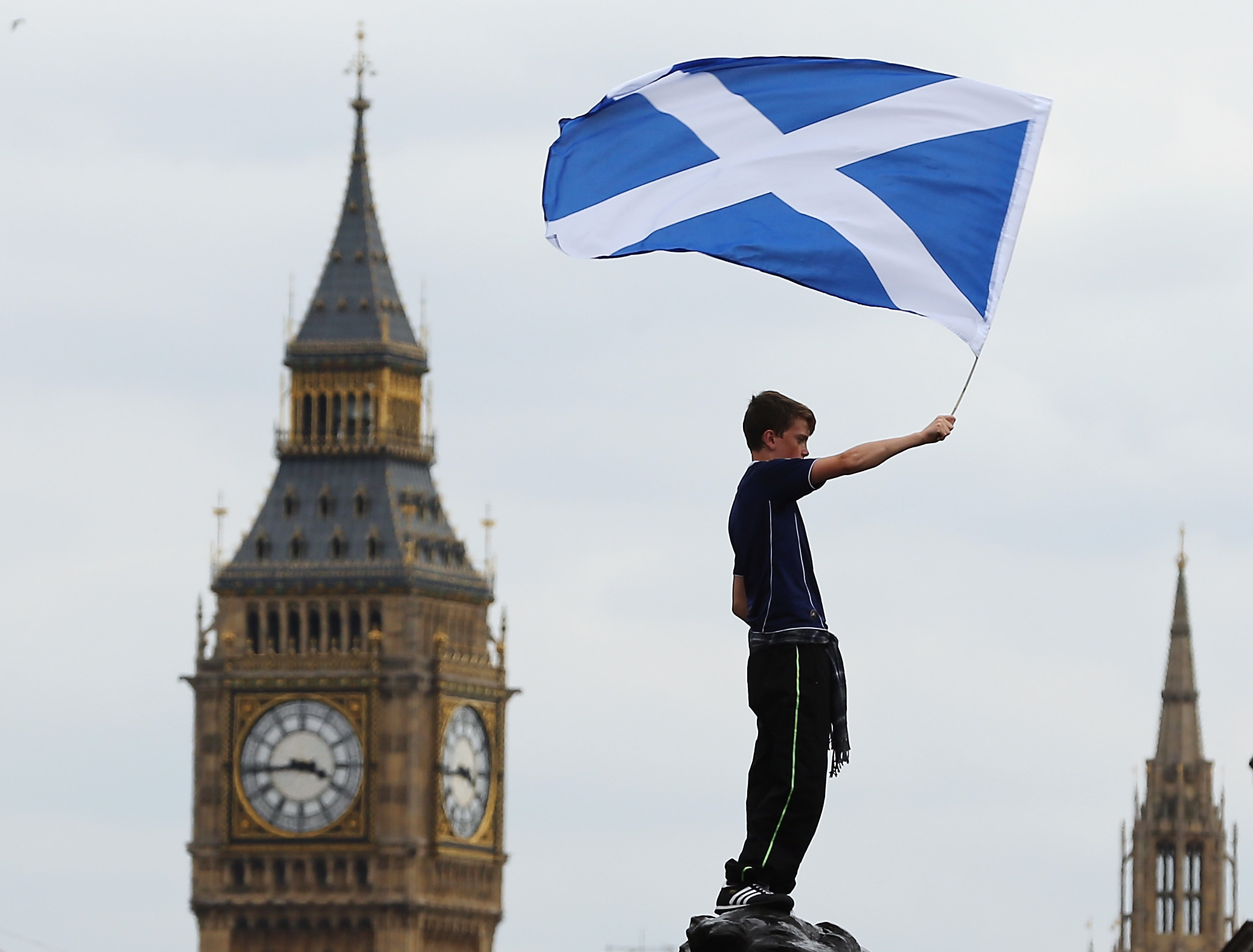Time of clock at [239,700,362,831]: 3:43
